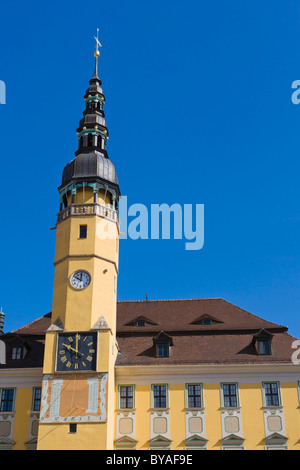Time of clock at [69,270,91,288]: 10:00
